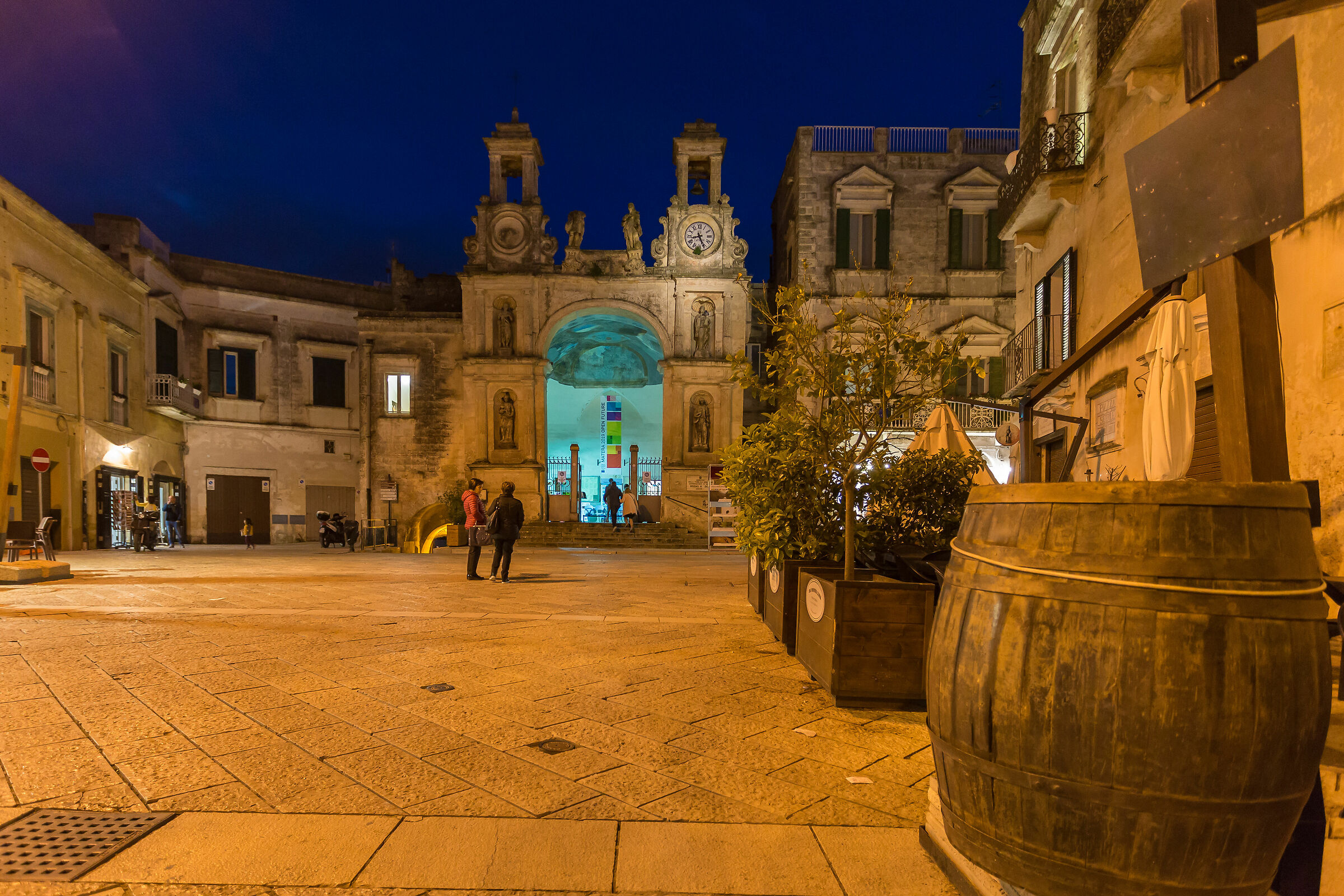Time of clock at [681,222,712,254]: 8:26
